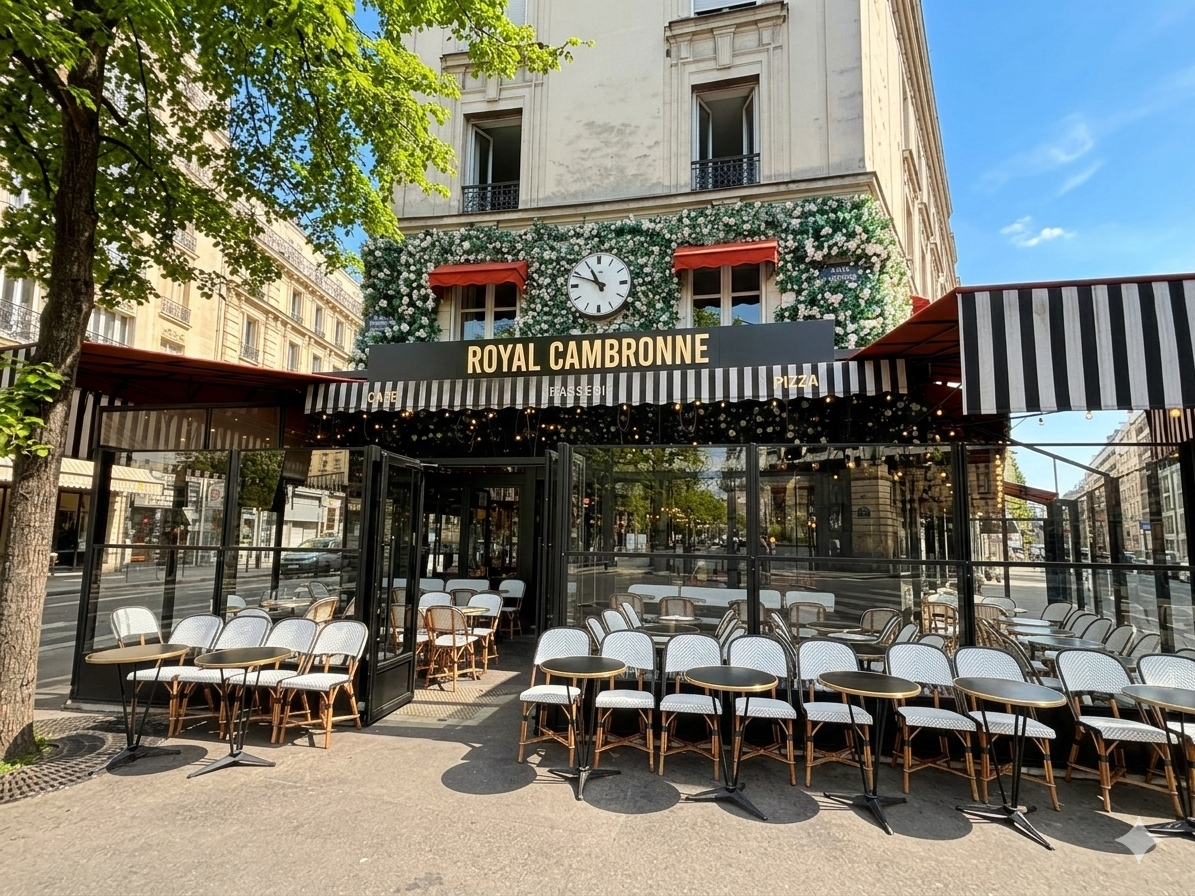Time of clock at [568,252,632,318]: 10:48
